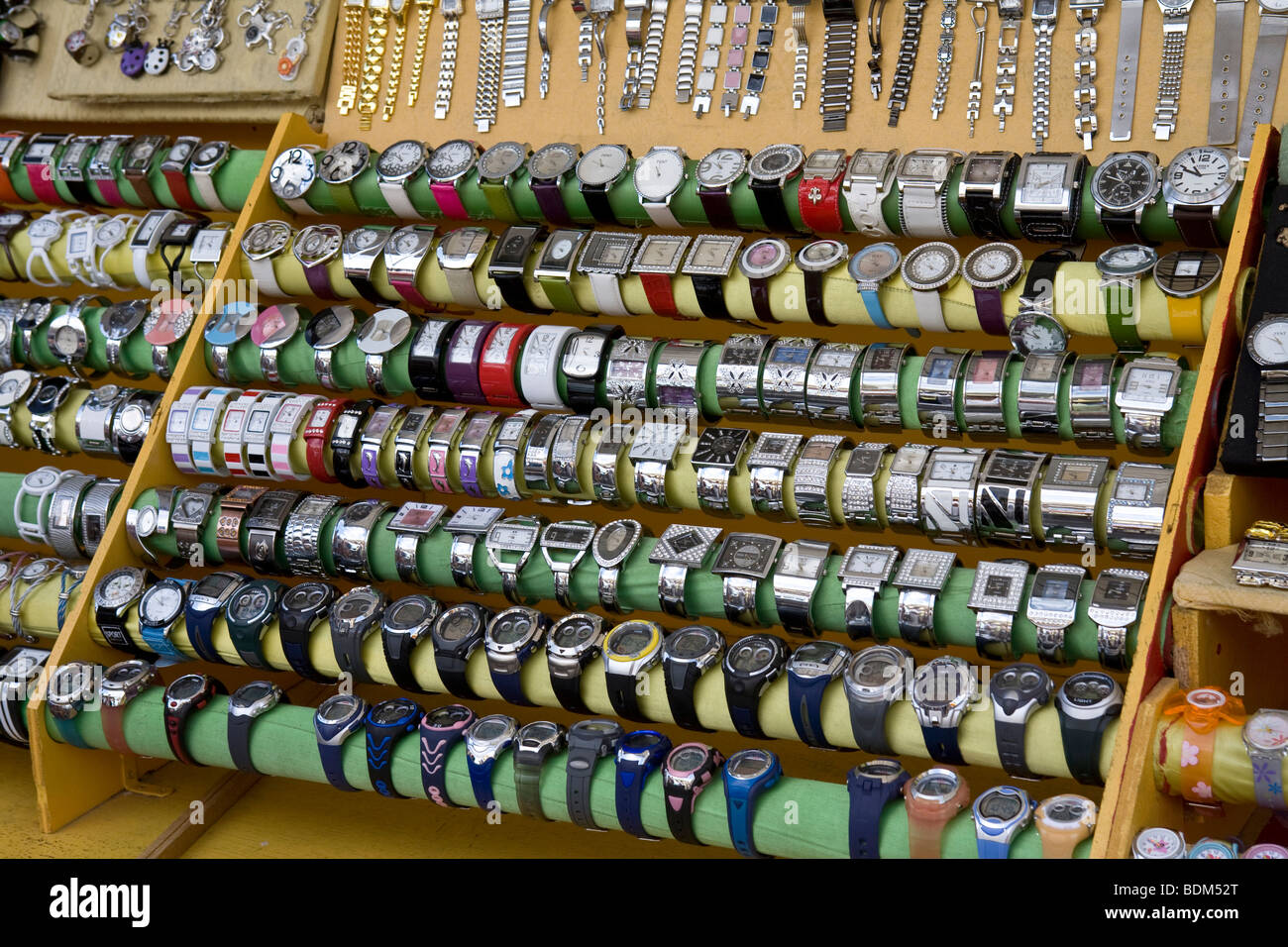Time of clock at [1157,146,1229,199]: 10:48
